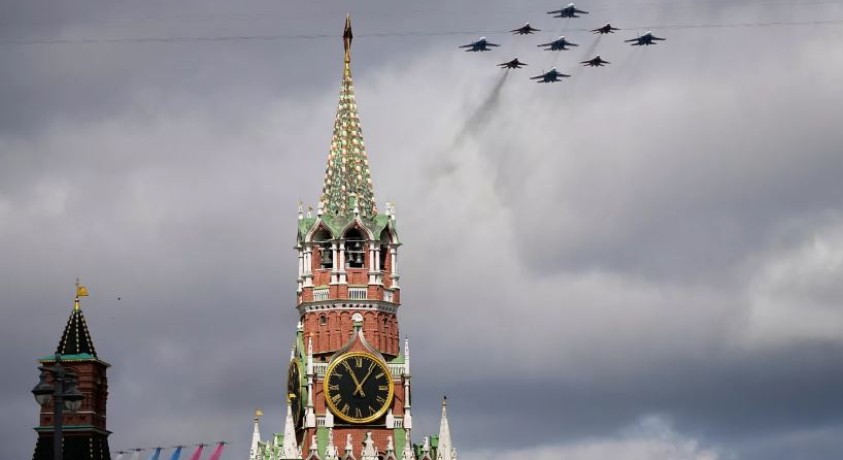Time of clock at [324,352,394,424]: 11:06
